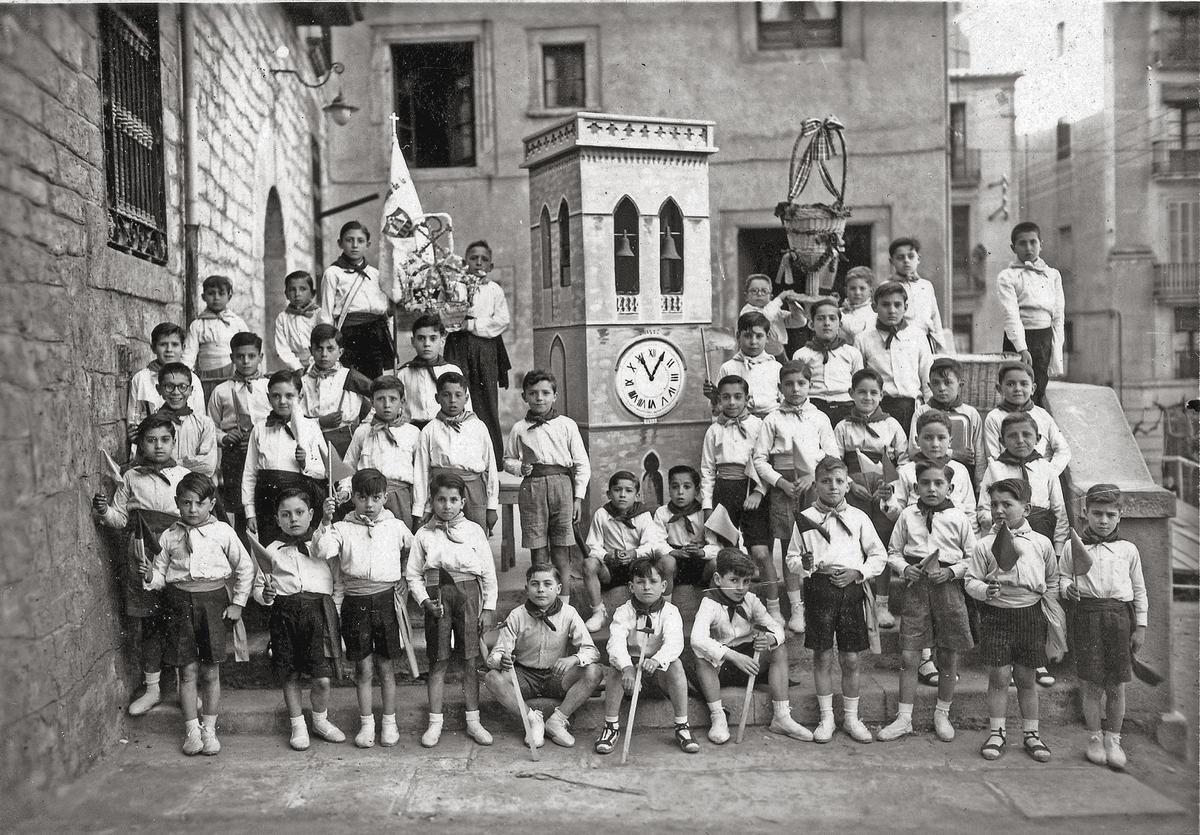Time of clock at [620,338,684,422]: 11:05
